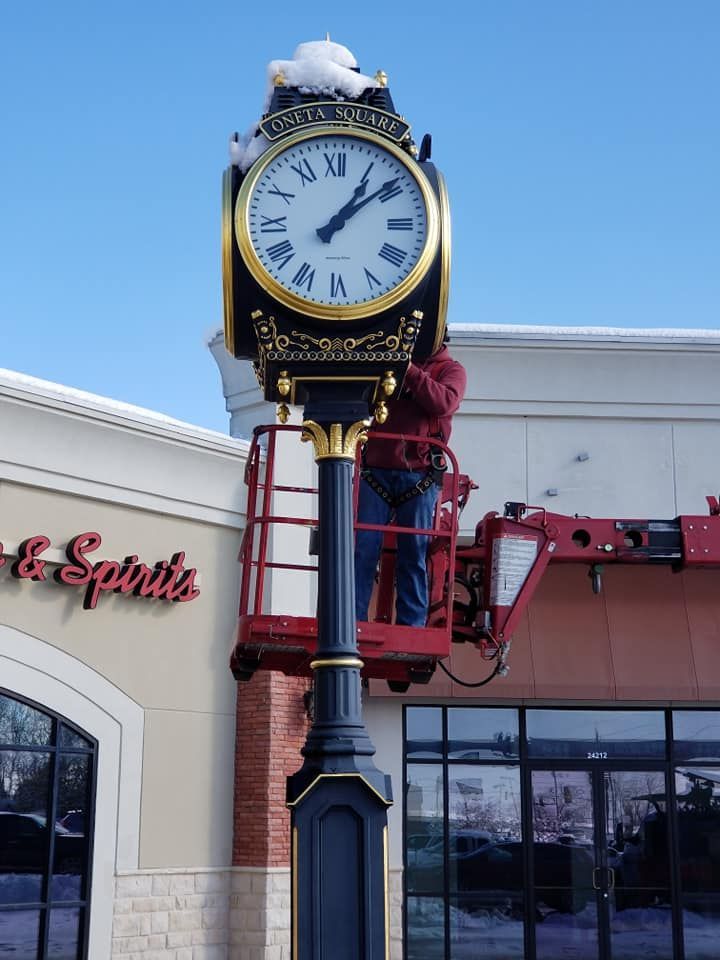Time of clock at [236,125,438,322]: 1:08
